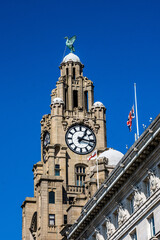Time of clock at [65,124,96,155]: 1:16
